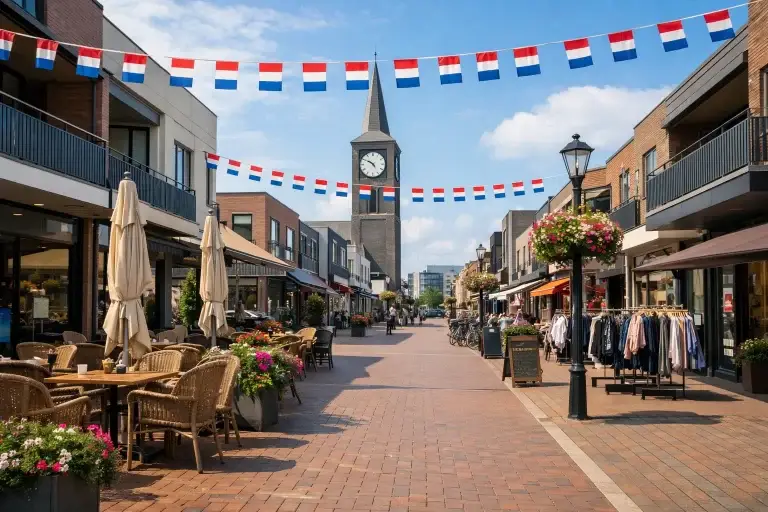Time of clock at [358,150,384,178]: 4:50
